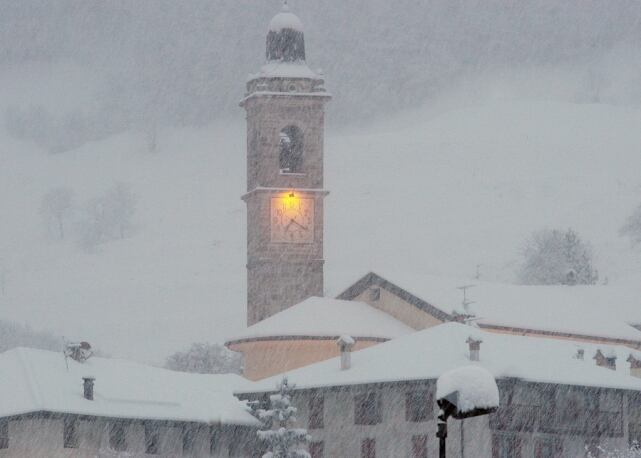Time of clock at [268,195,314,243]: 7:20
